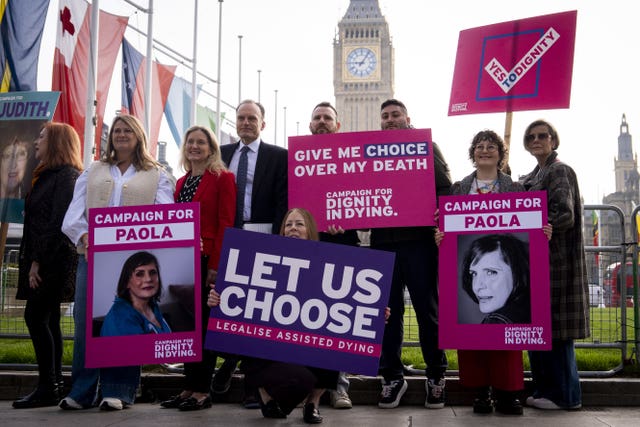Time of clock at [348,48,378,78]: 9:05
